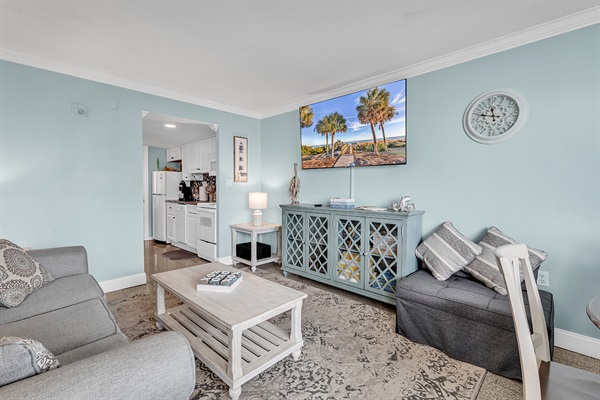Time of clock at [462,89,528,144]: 11:47
